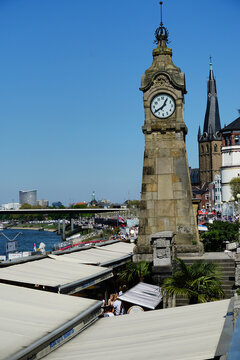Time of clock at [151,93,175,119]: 12:39
